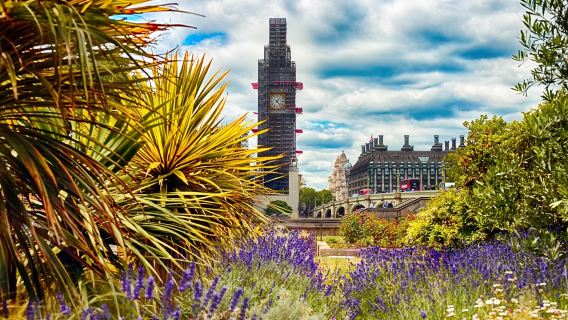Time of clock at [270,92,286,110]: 1:22
